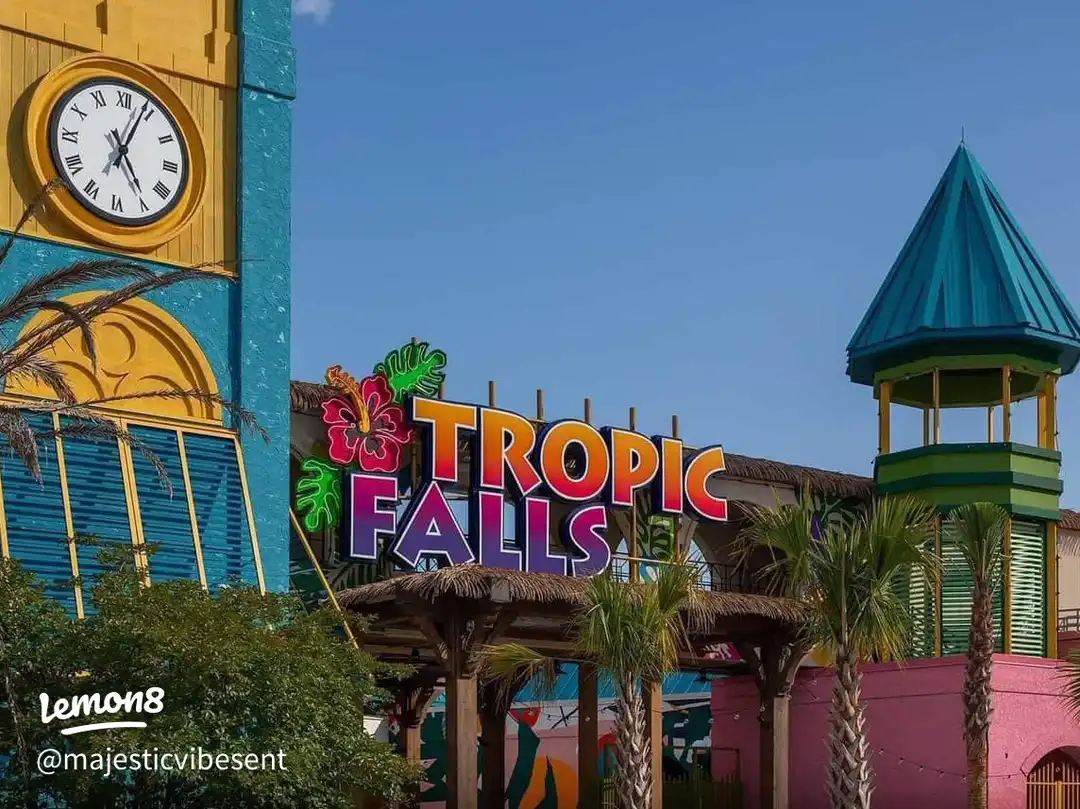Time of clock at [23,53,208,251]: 5:03
